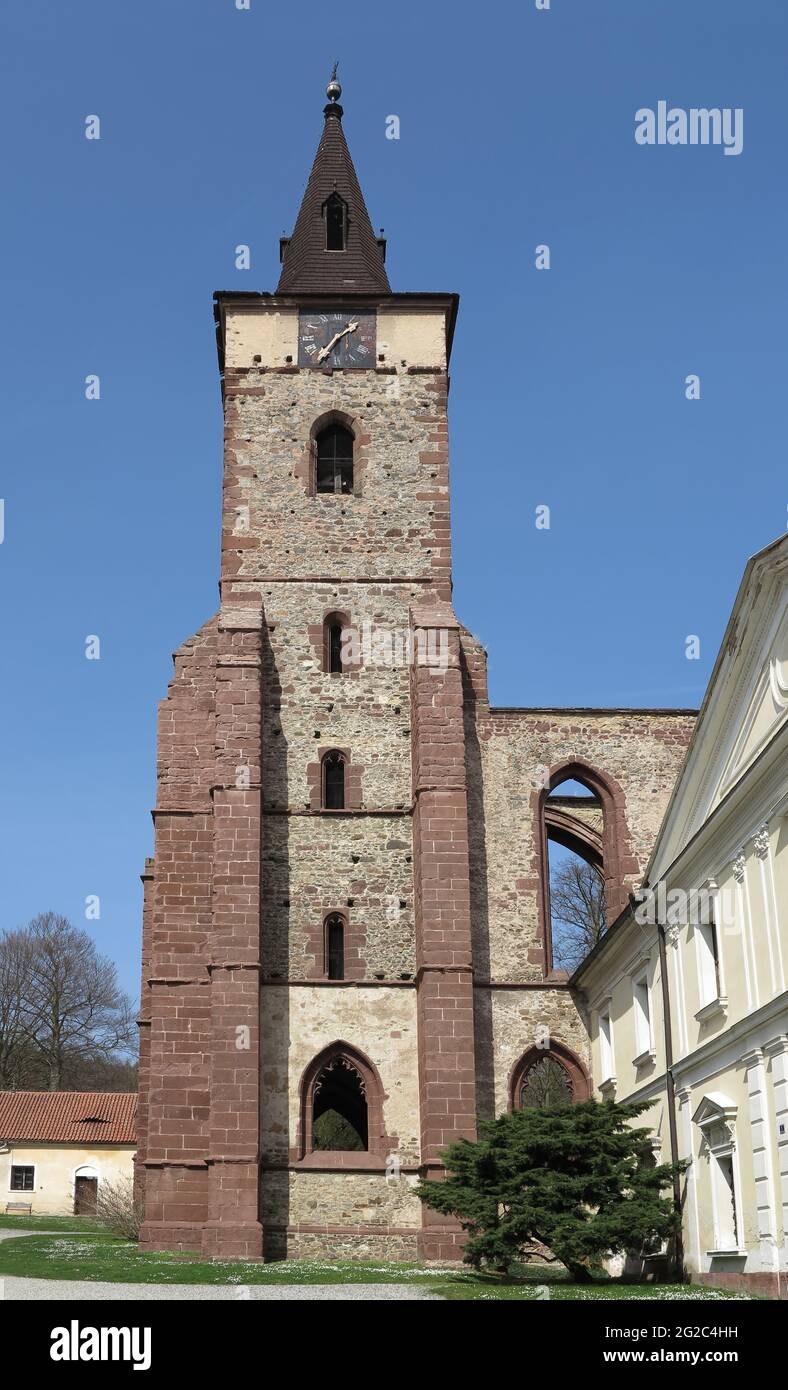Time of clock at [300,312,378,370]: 1:36
